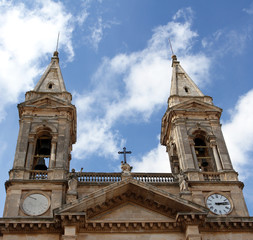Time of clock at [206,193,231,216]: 3:13
